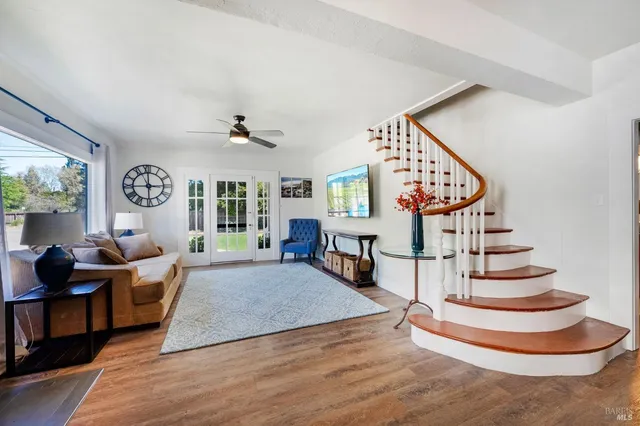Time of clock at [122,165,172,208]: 2:59
